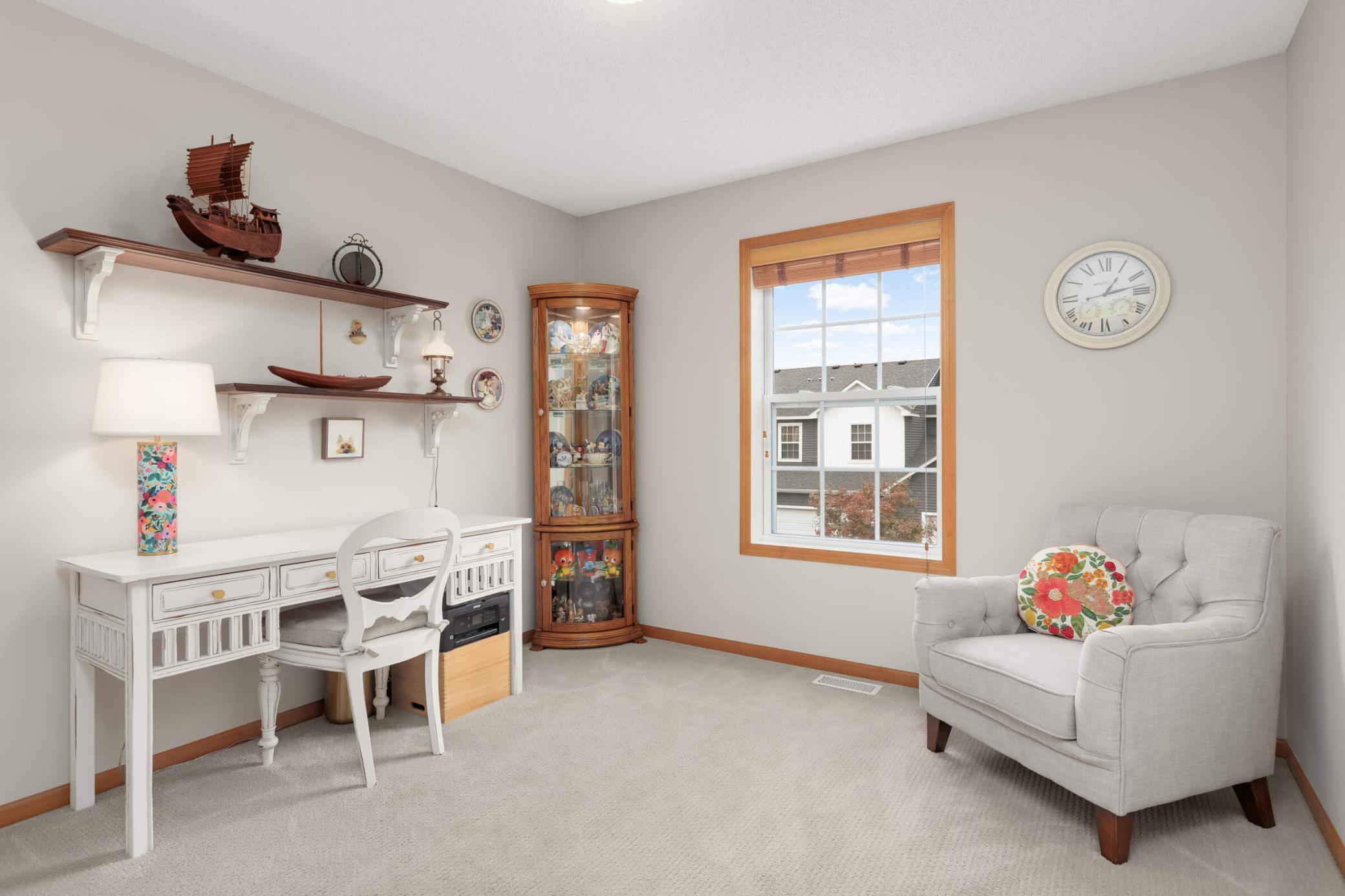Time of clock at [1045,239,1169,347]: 1:12
